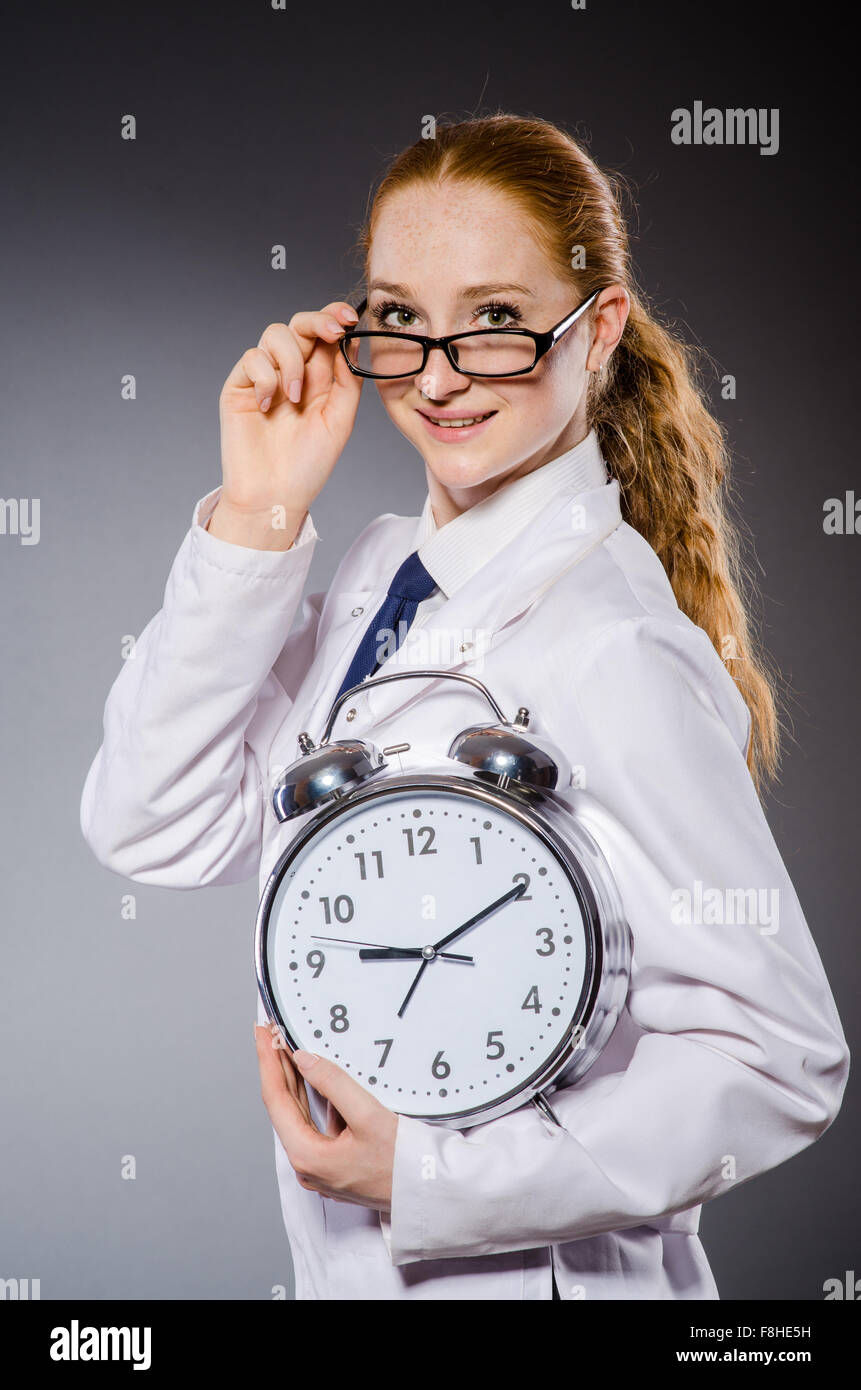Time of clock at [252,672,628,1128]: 9:10
